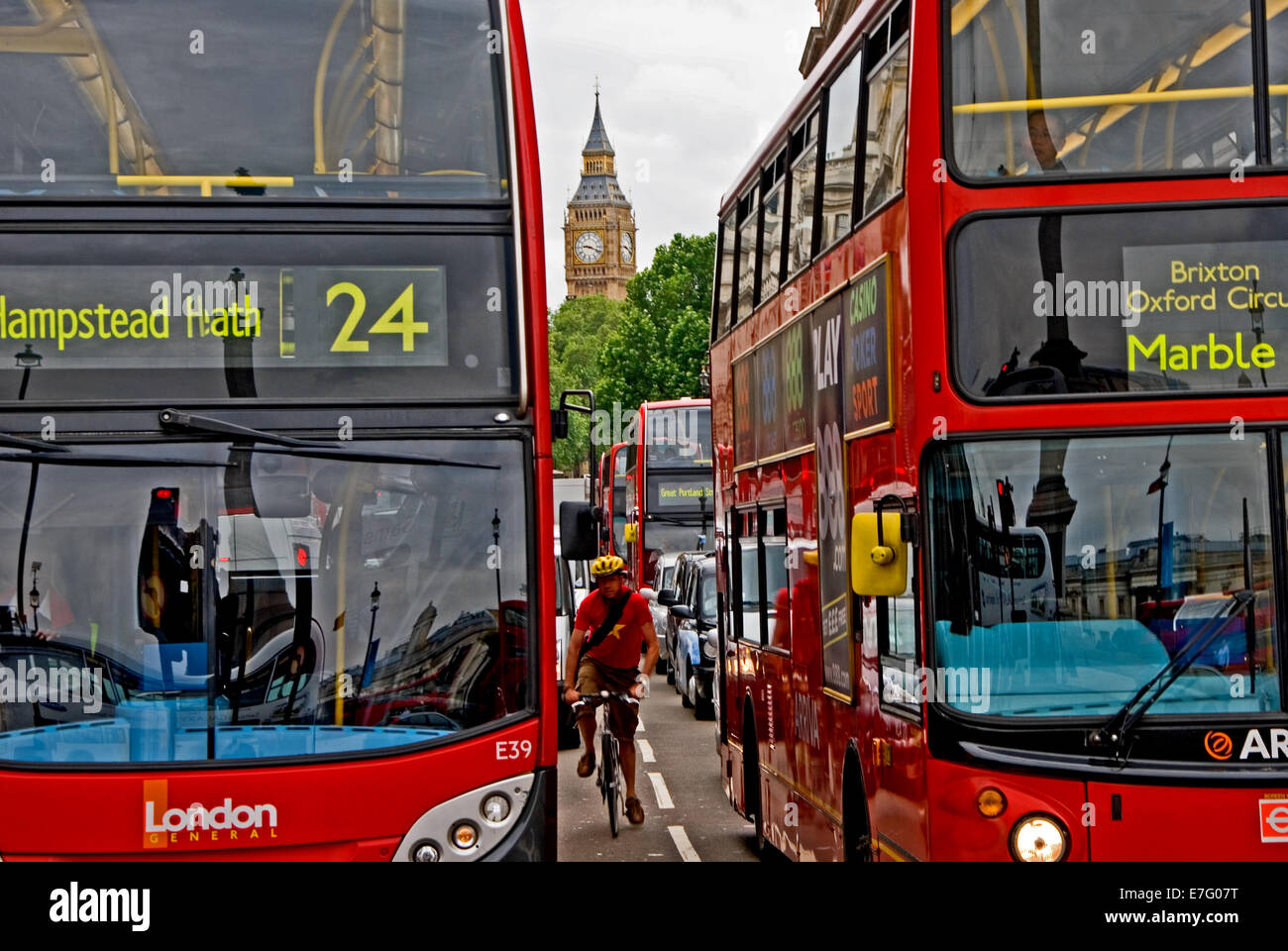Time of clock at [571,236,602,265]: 9:18
